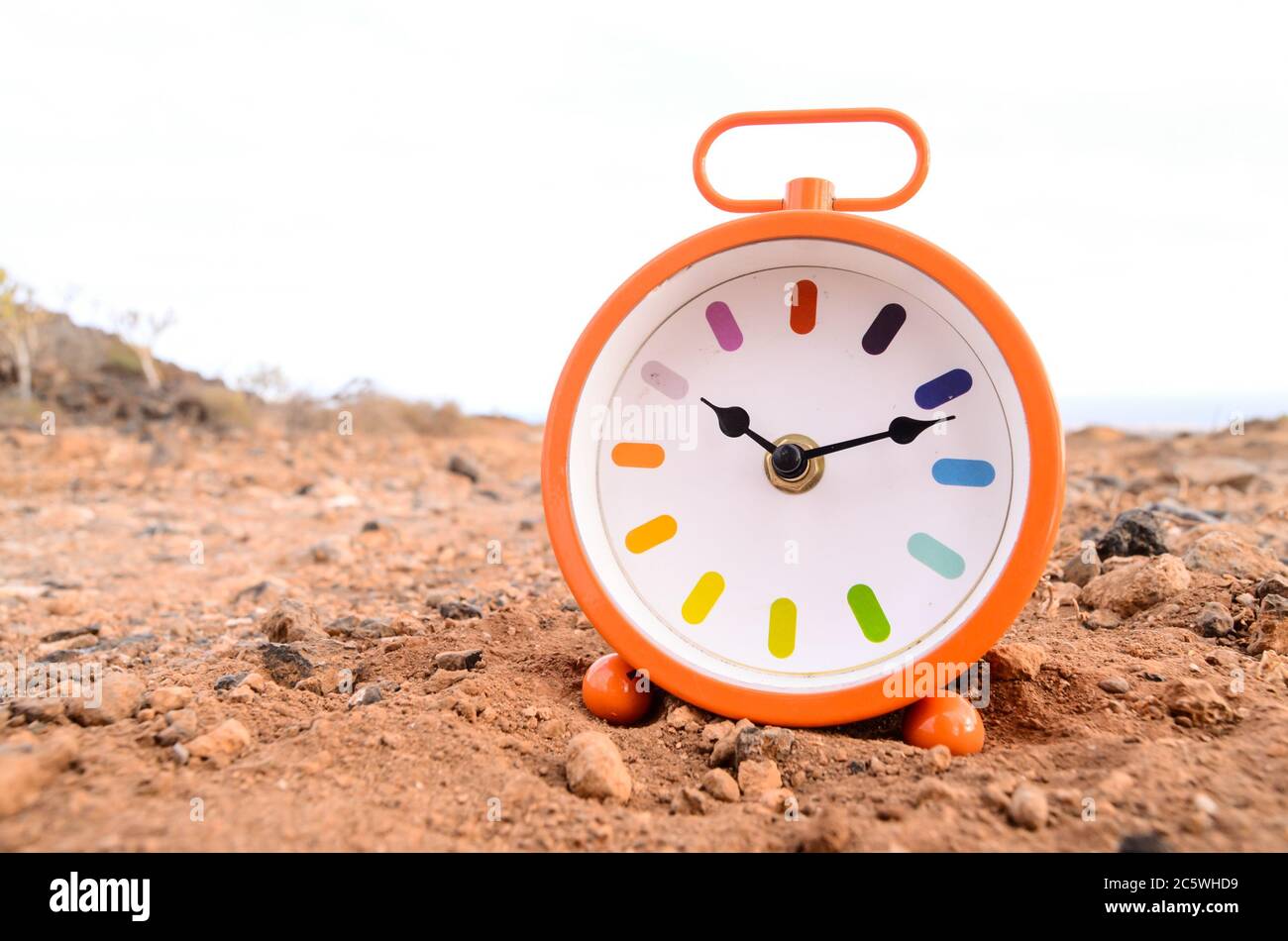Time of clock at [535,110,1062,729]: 10:11
